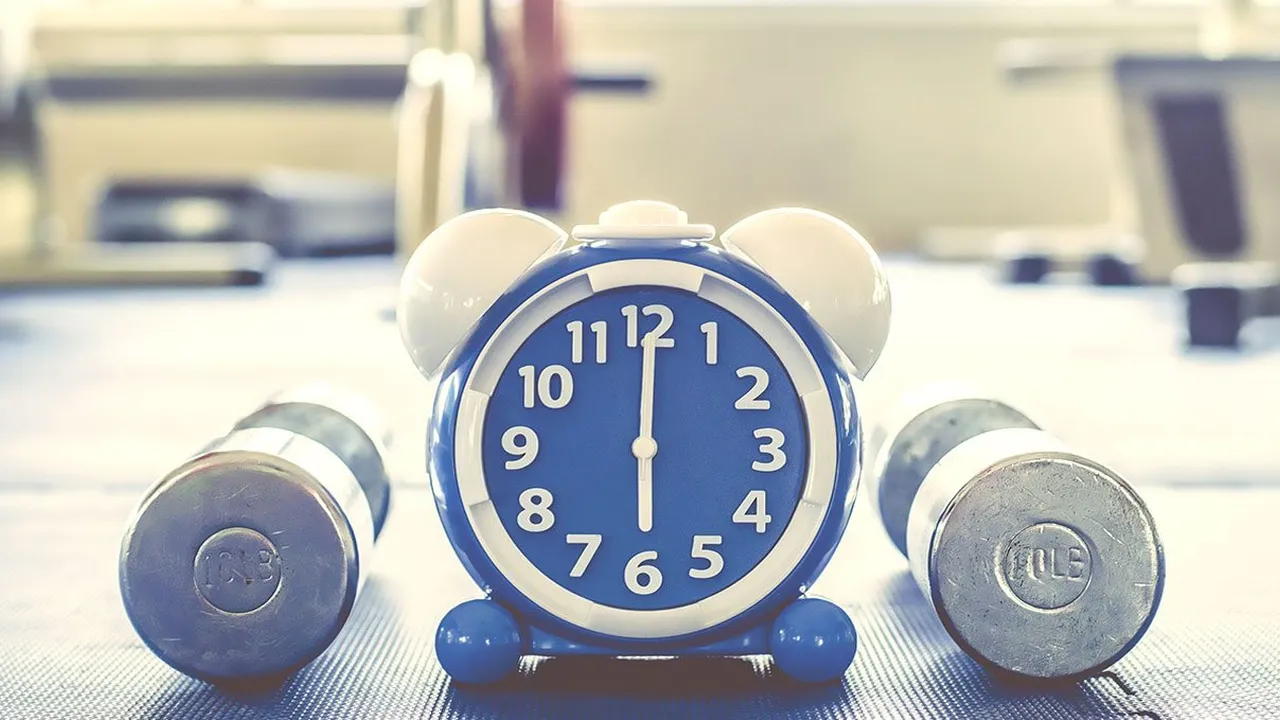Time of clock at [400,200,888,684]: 6:00
